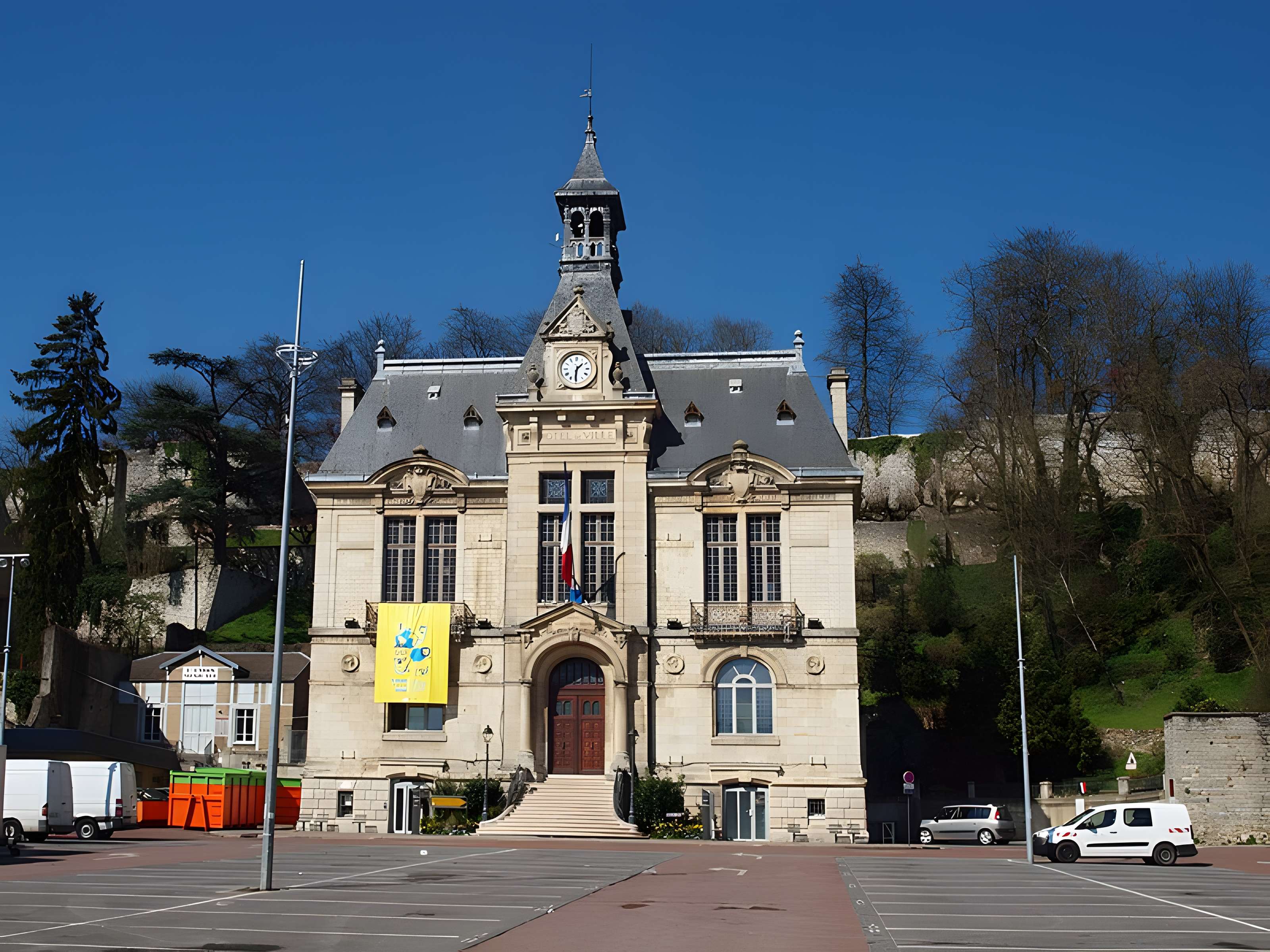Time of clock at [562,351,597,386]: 1:30
